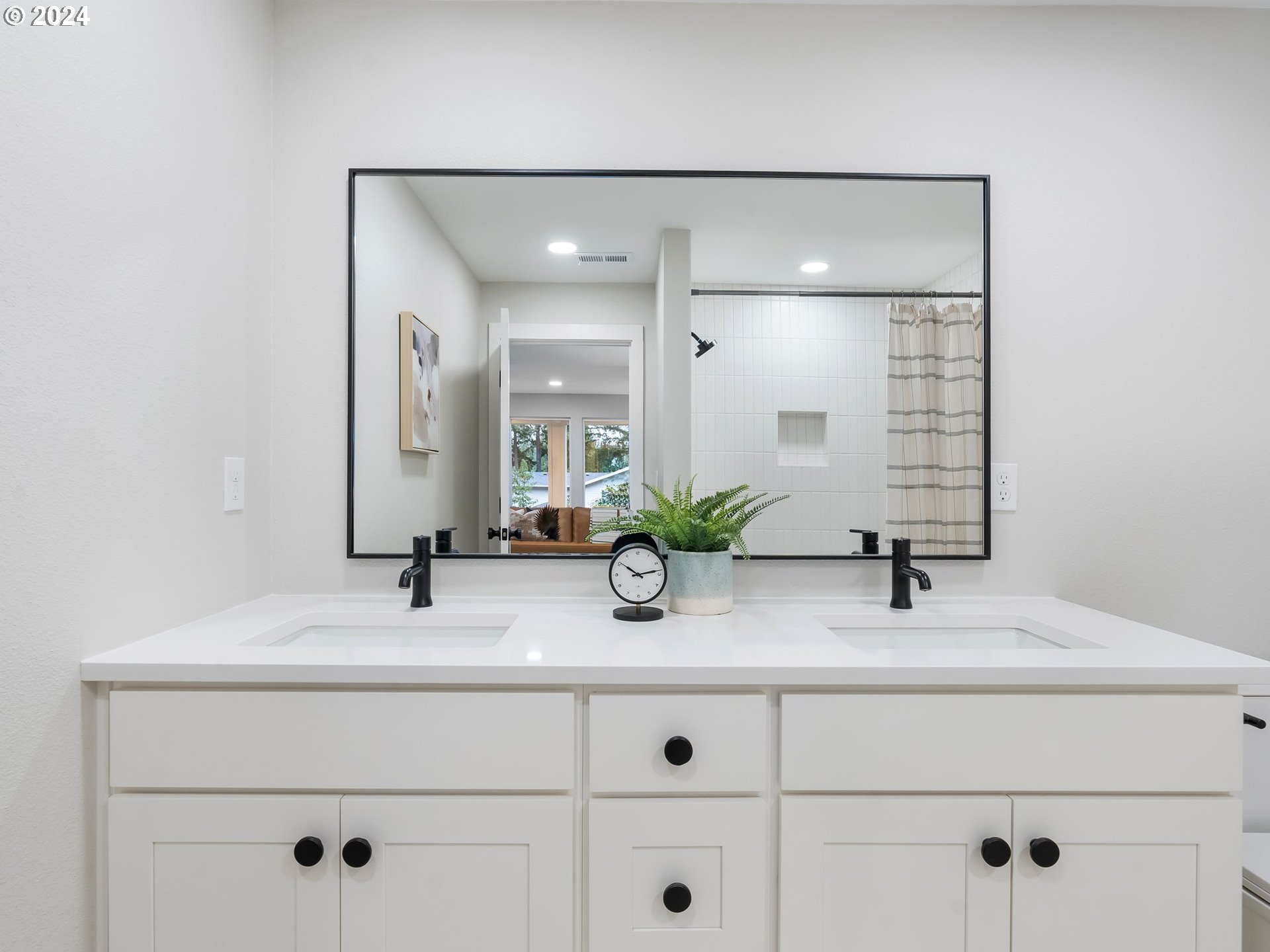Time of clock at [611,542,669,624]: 10:13
